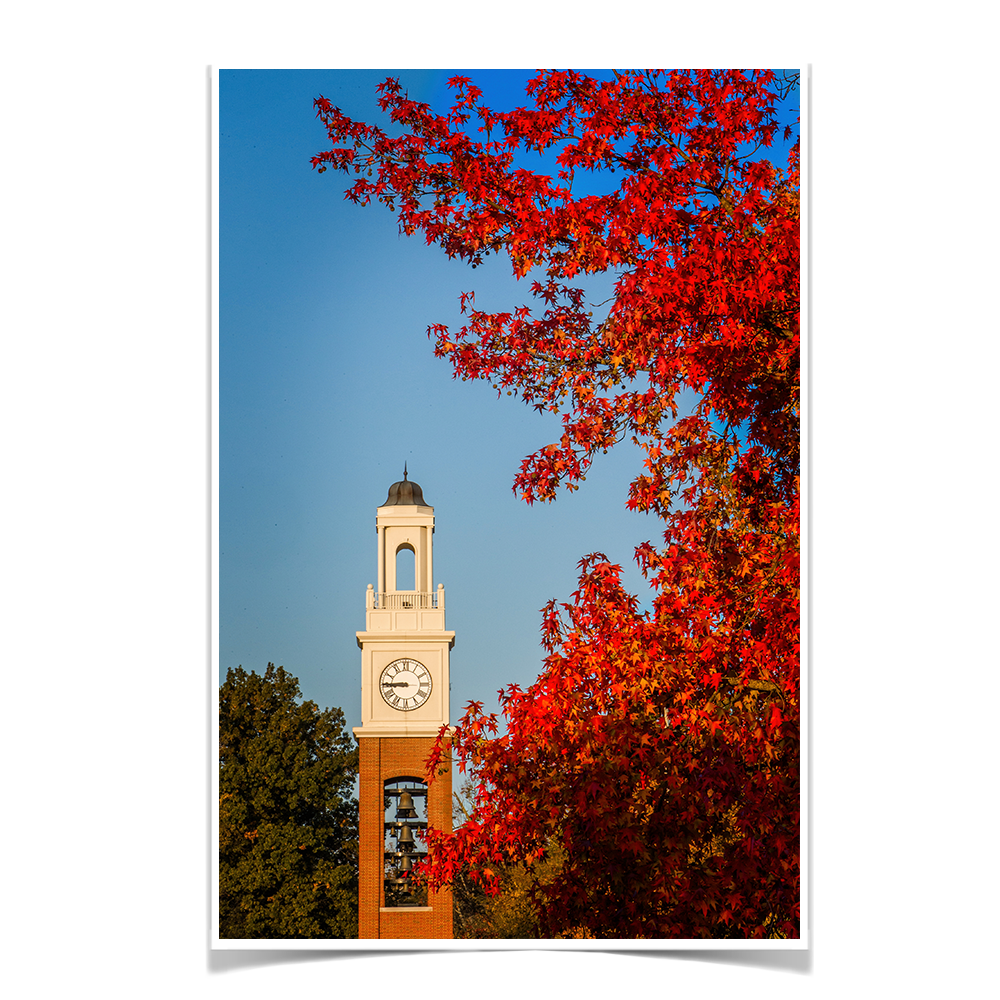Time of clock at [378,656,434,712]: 8:45
